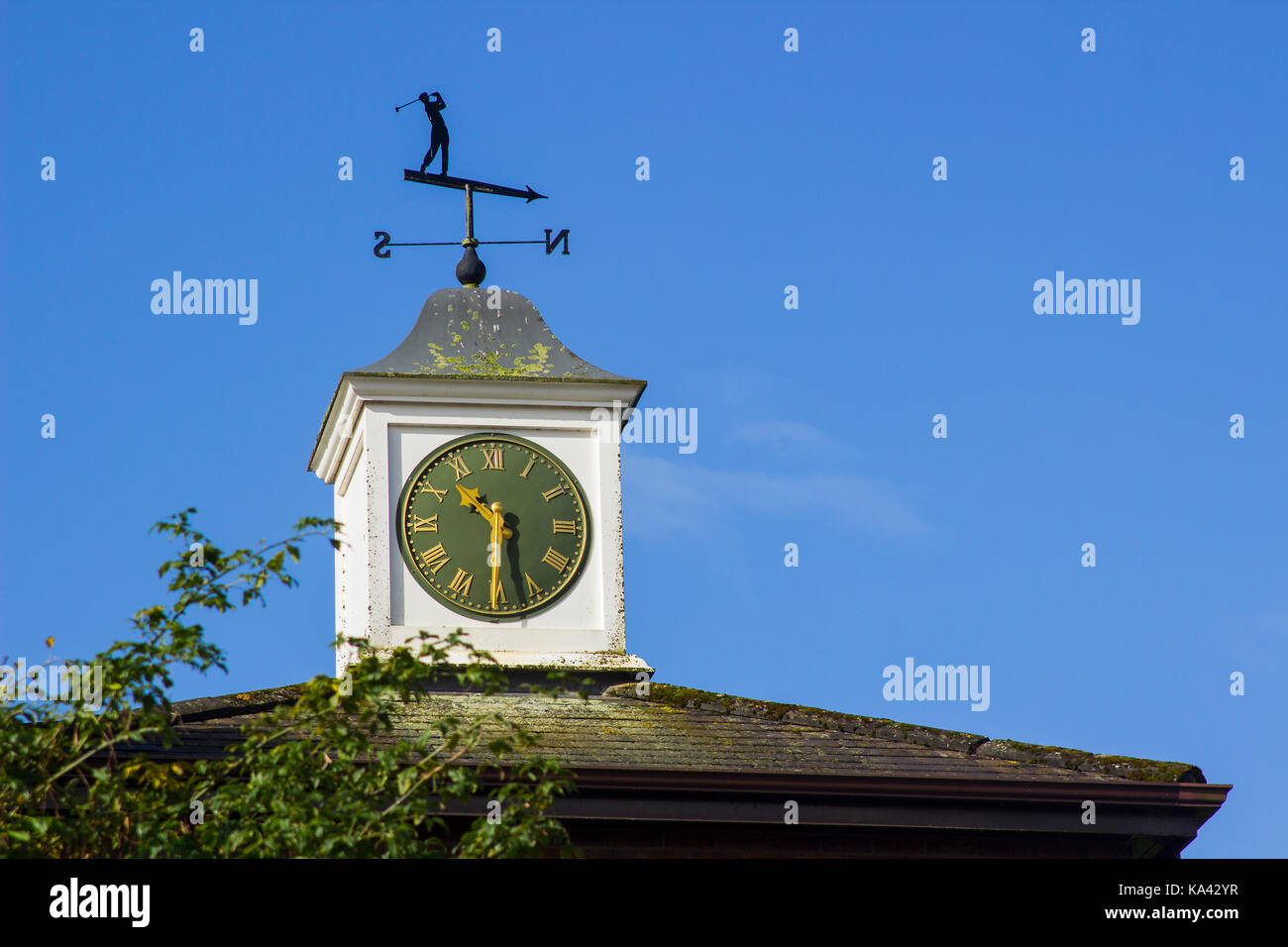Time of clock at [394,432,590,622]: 10:30
